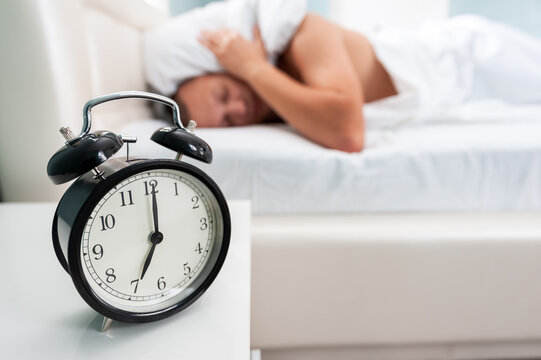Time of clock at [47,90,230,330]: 7:00
